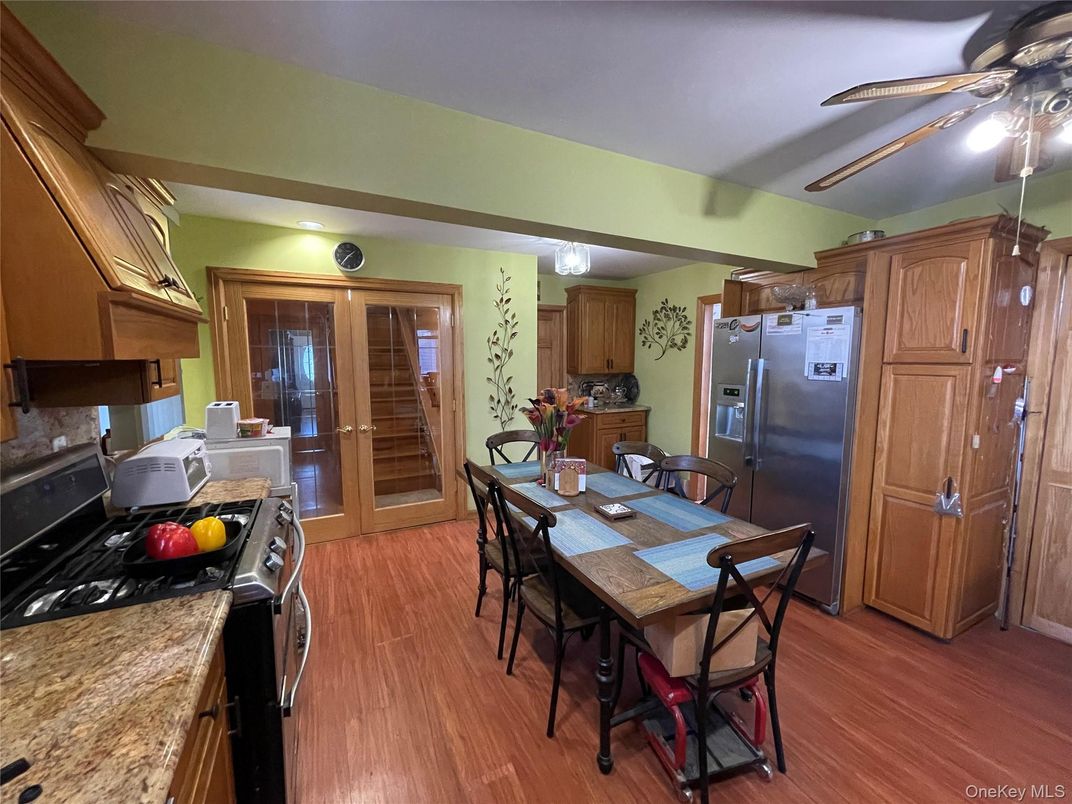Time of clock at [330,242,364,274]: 1:36
